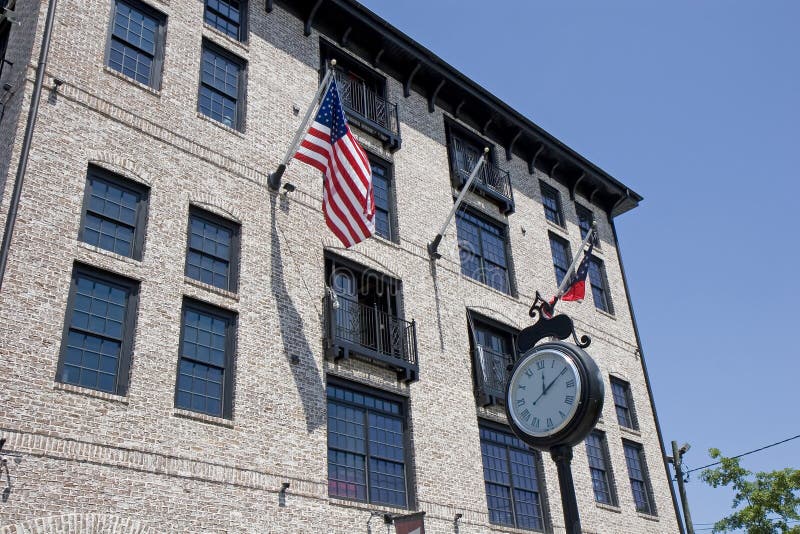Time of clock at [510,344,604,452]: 12:09
